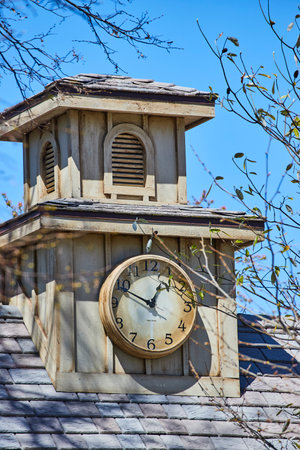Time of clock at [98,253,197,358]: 12:49
